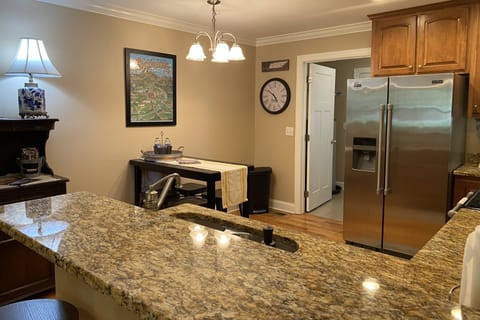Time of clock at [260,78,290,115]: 4:50
